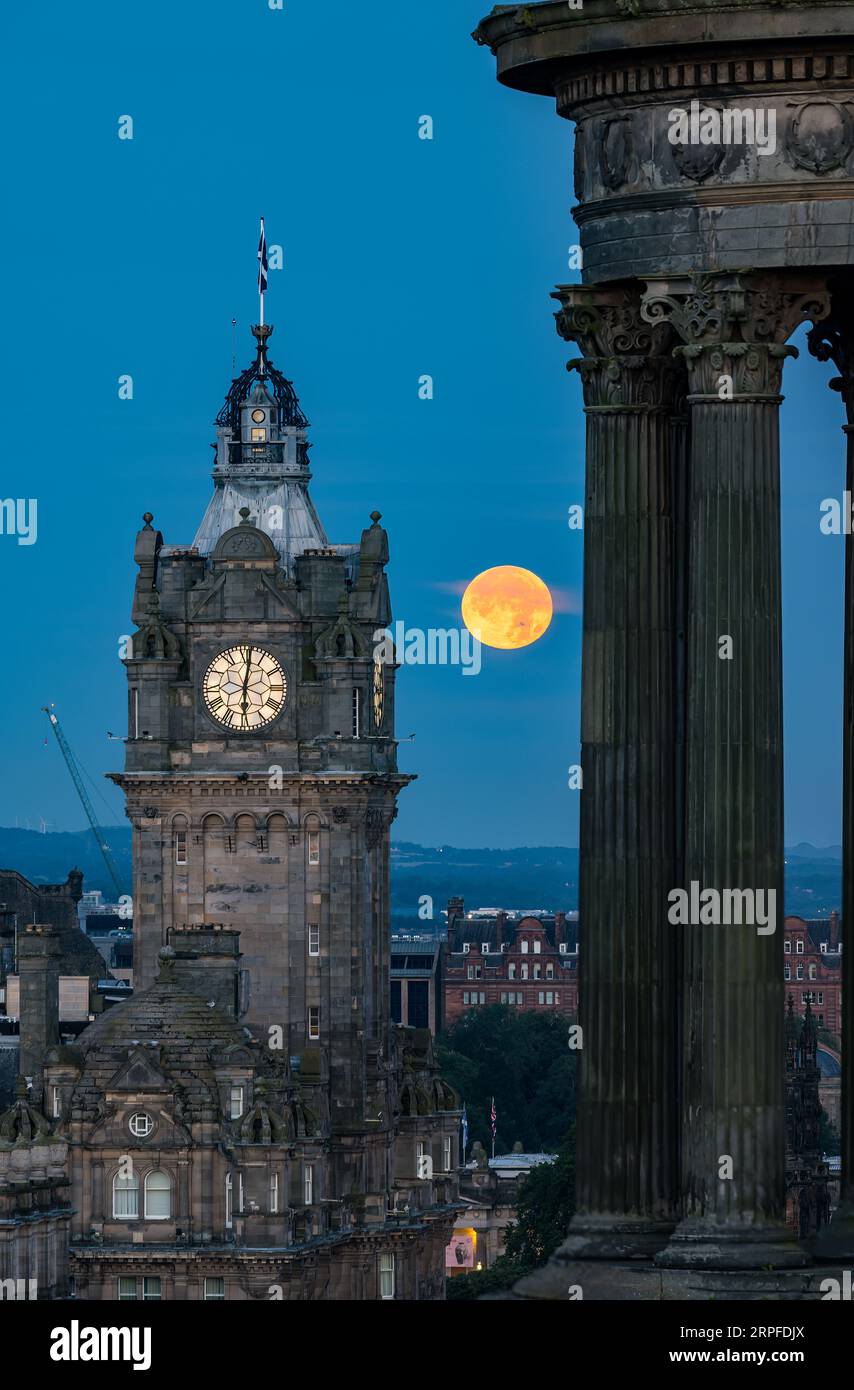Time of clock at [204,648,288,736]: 6:01
